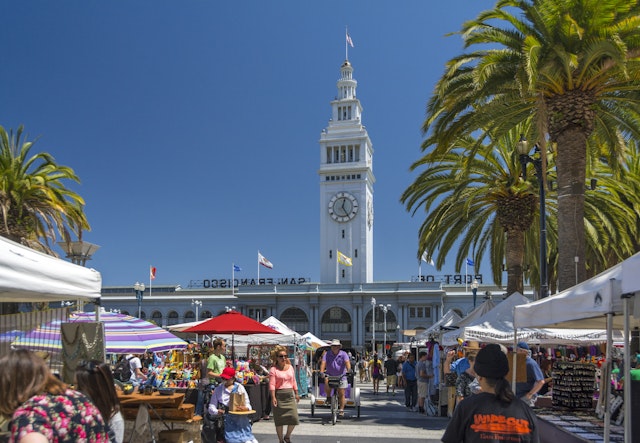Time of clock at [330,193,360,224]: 12:24
